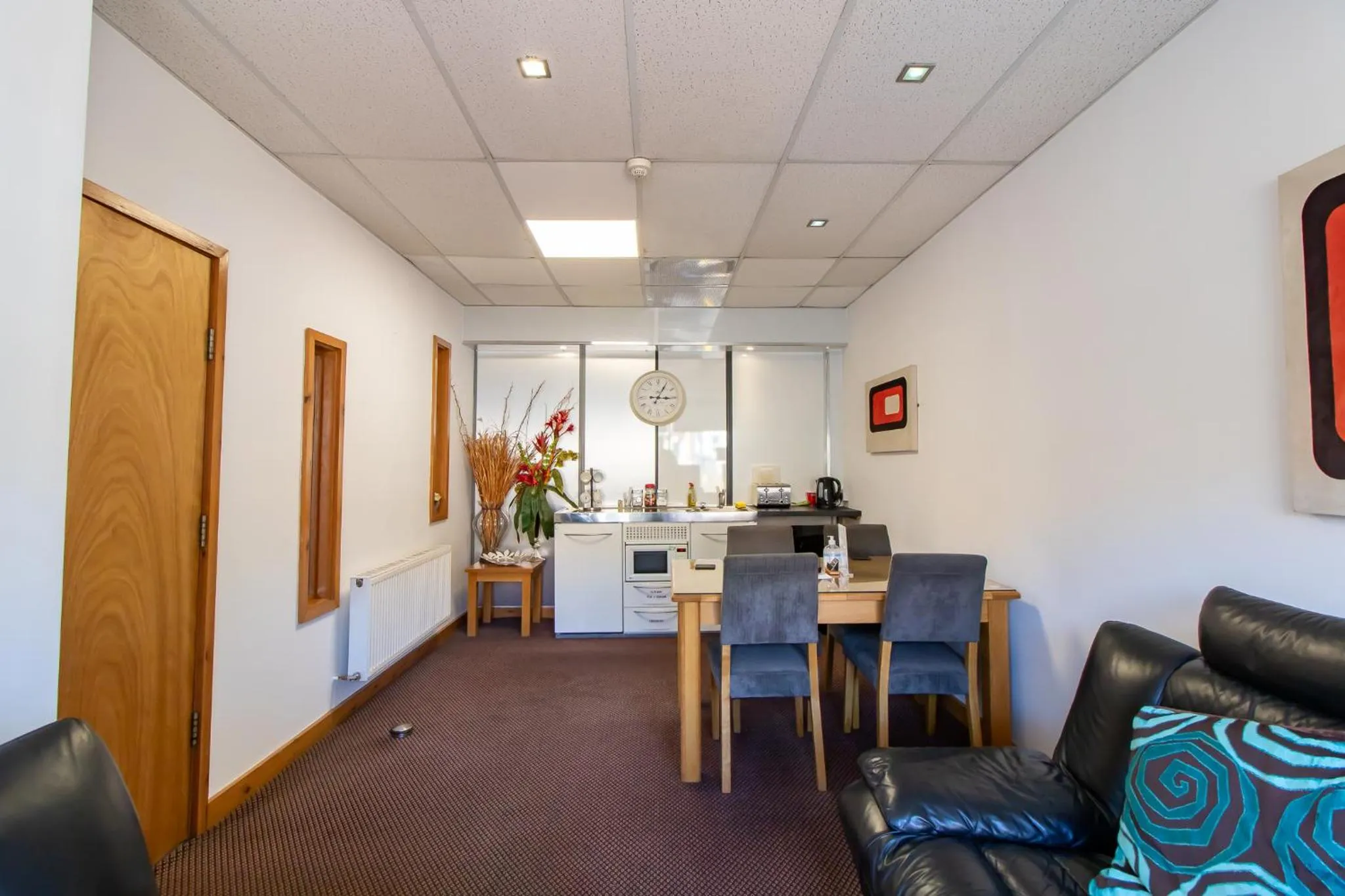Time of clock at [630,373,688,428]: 3:04
